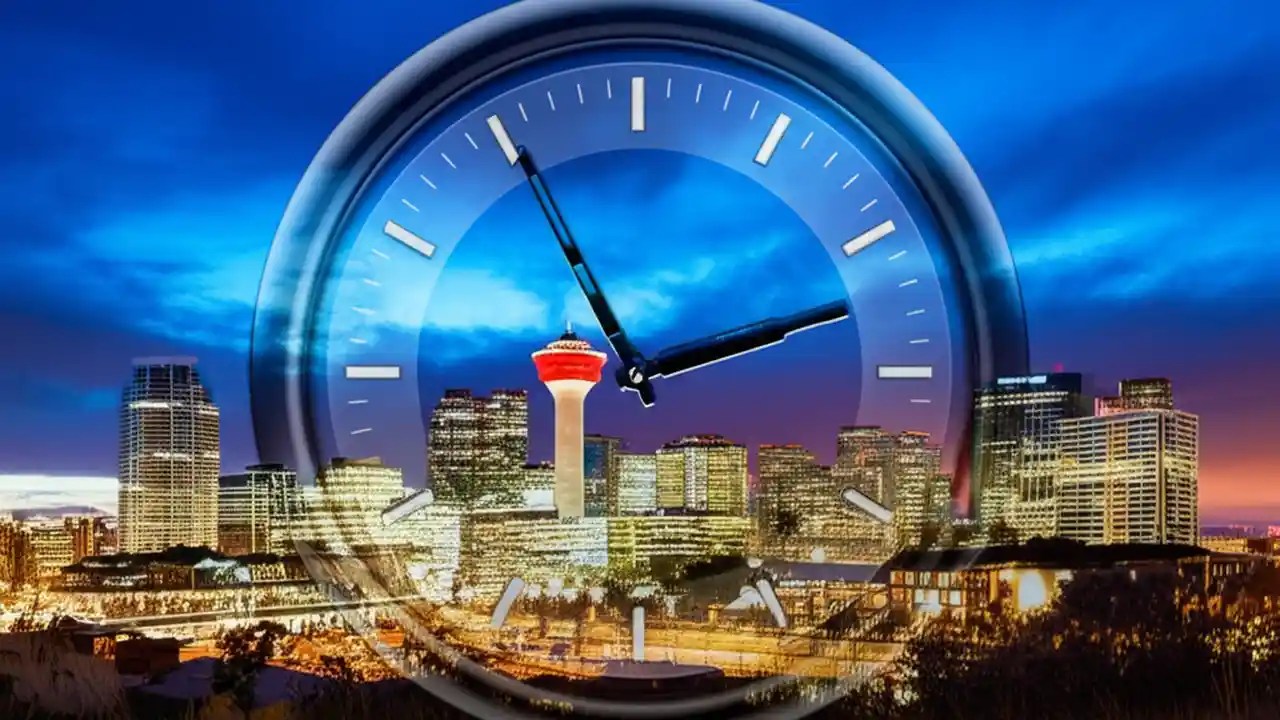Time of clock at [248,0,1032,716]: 11:12
